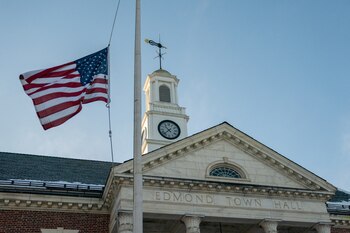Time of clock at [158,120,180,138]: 10:37
